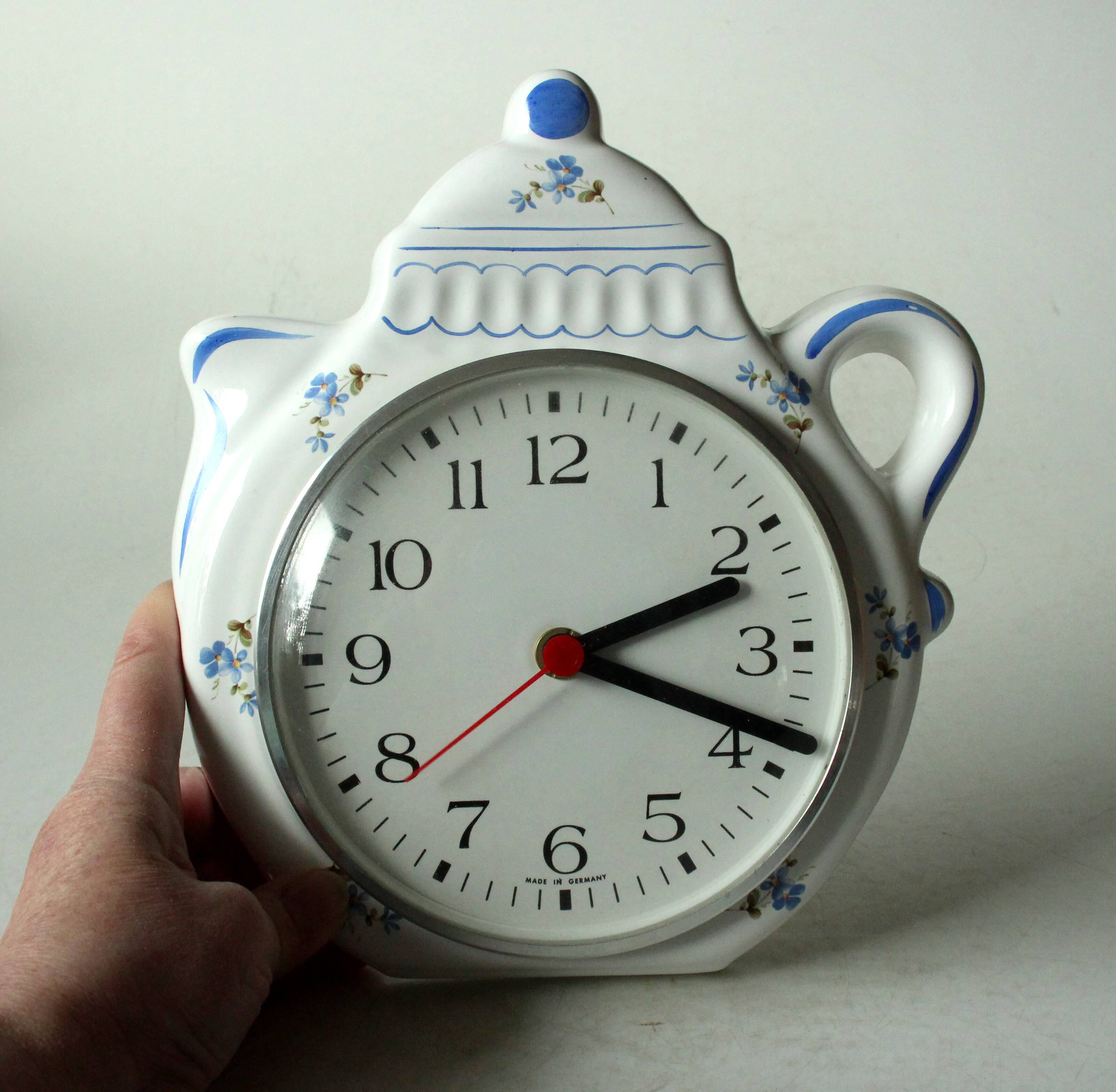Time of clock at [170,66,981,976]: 2:18
